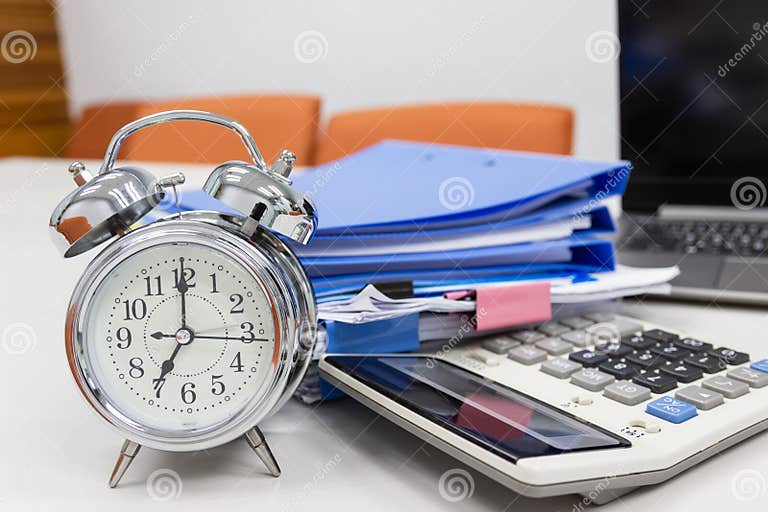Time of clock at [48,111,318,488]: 7:00
